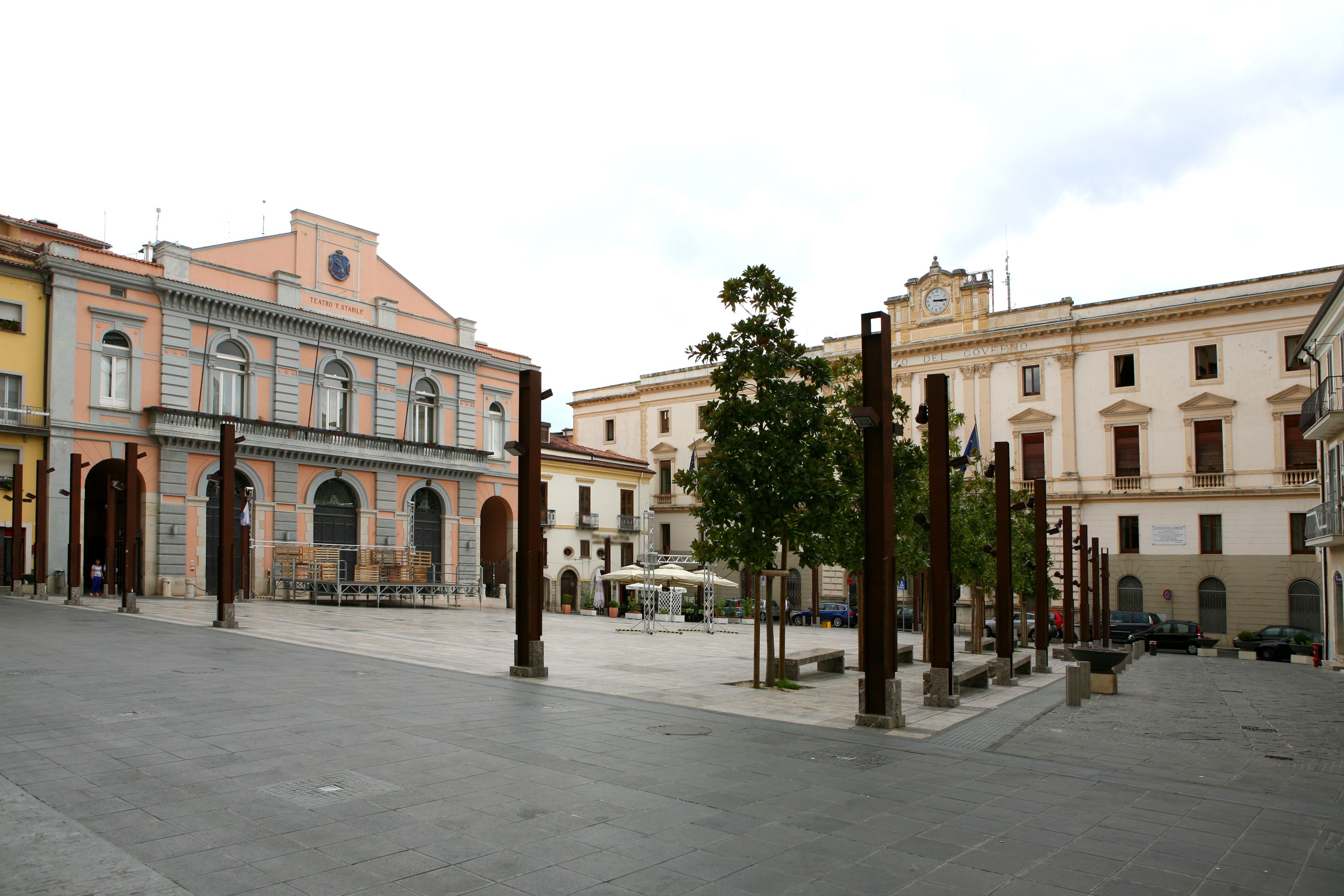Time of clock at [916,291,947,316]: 3:14
